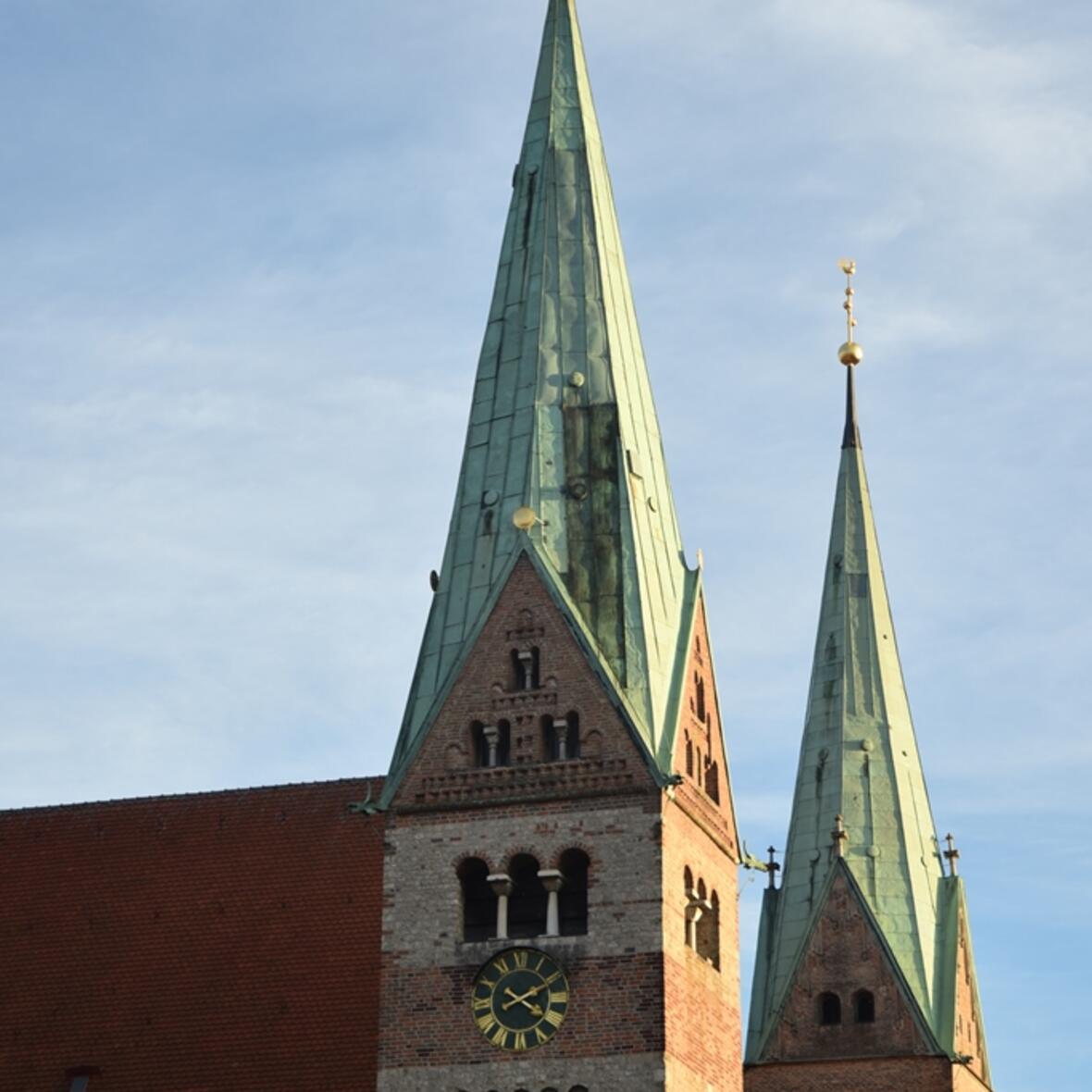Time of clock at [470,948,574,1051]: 4:10
